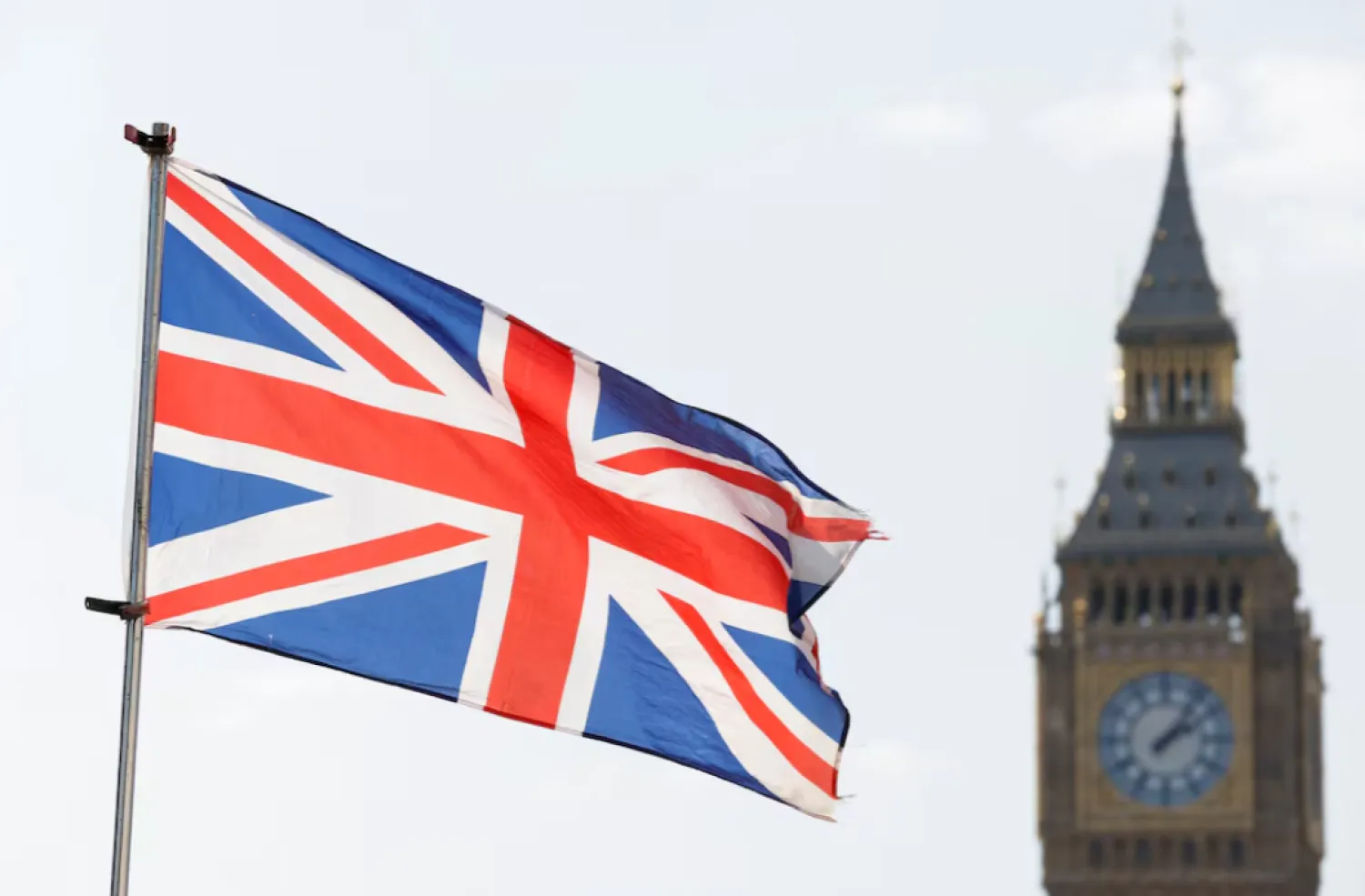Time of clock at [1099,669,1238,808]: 2:06
